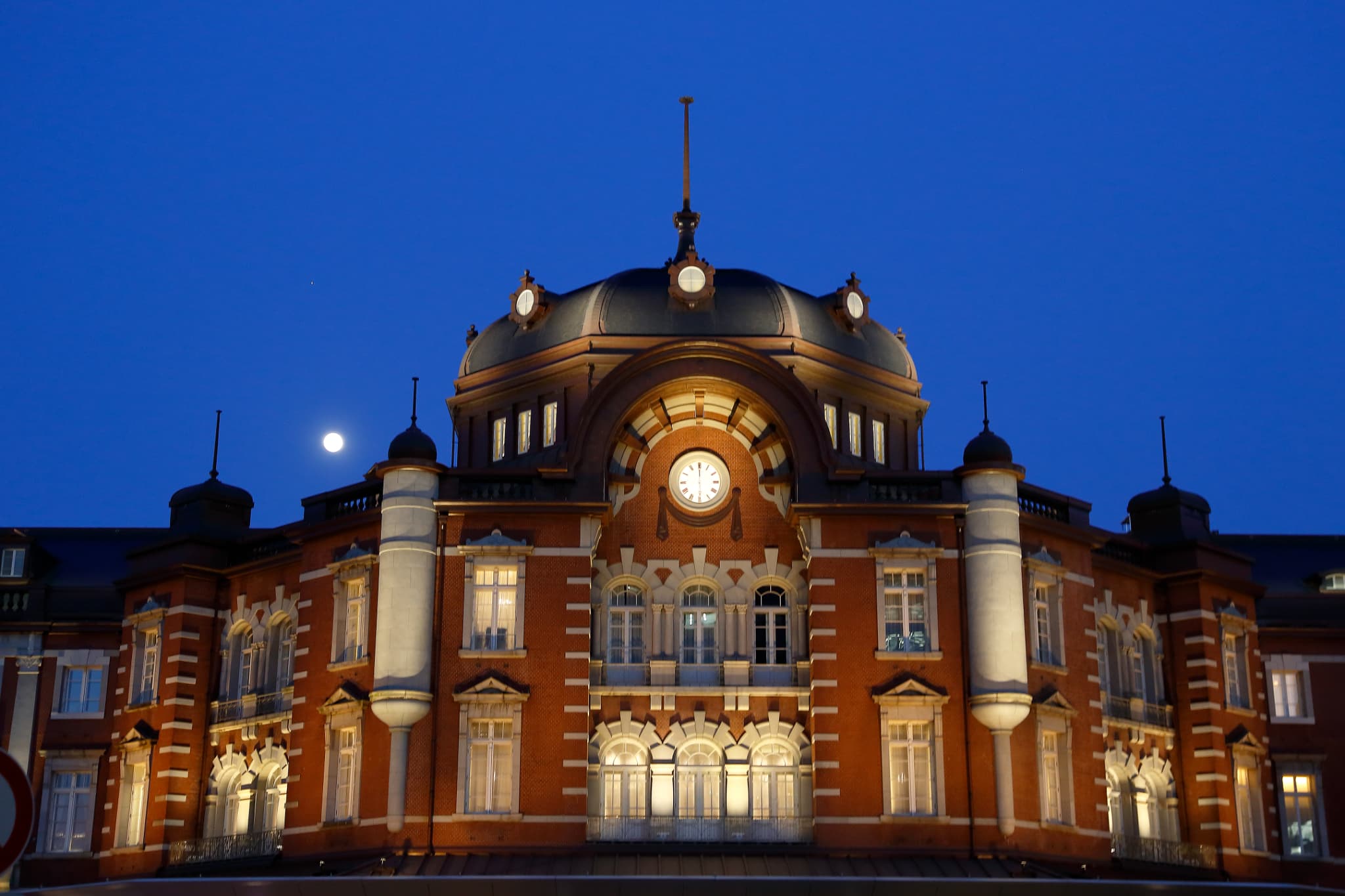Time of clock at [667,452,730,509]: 6:00
